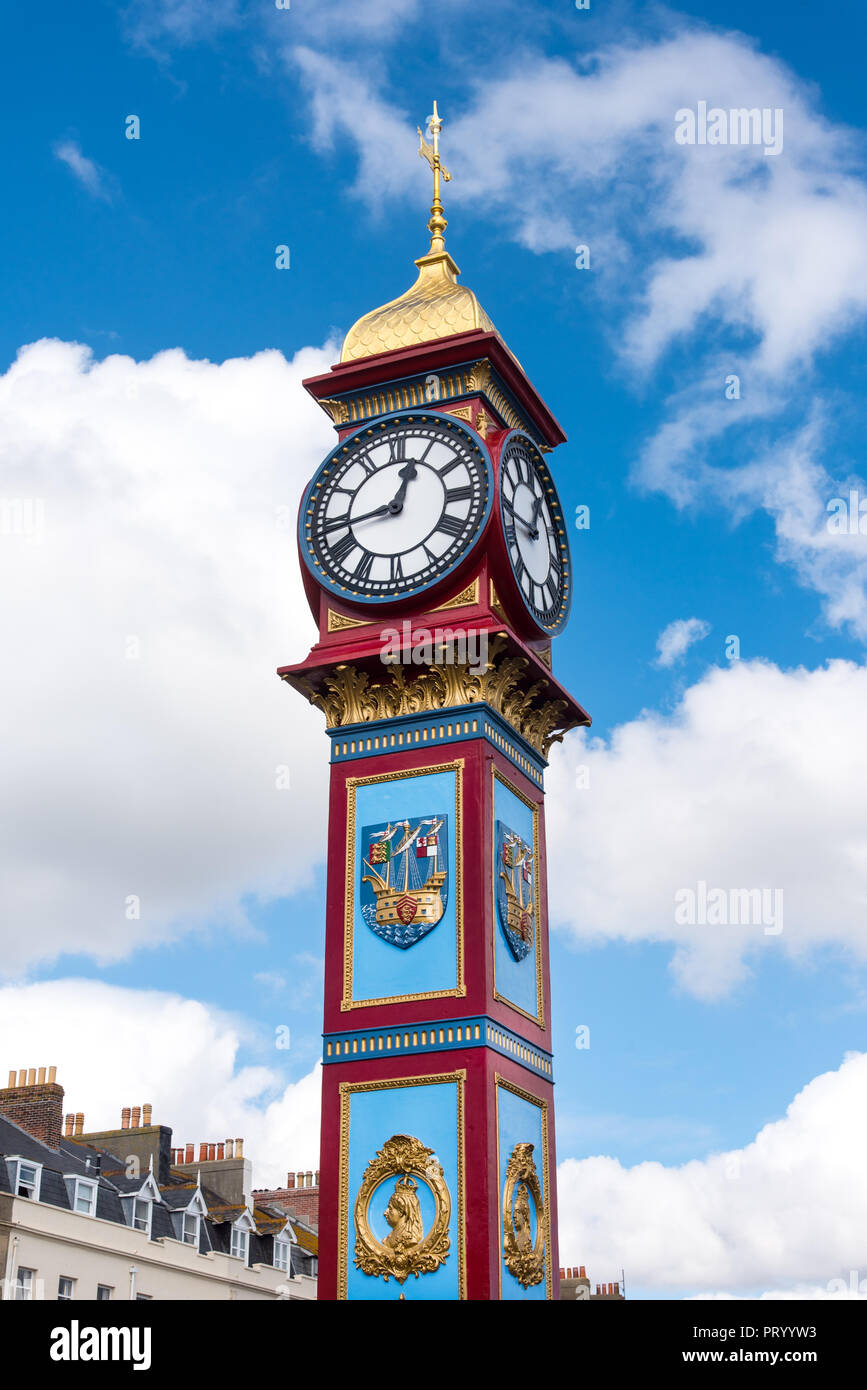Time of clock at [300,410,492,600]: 12:43
